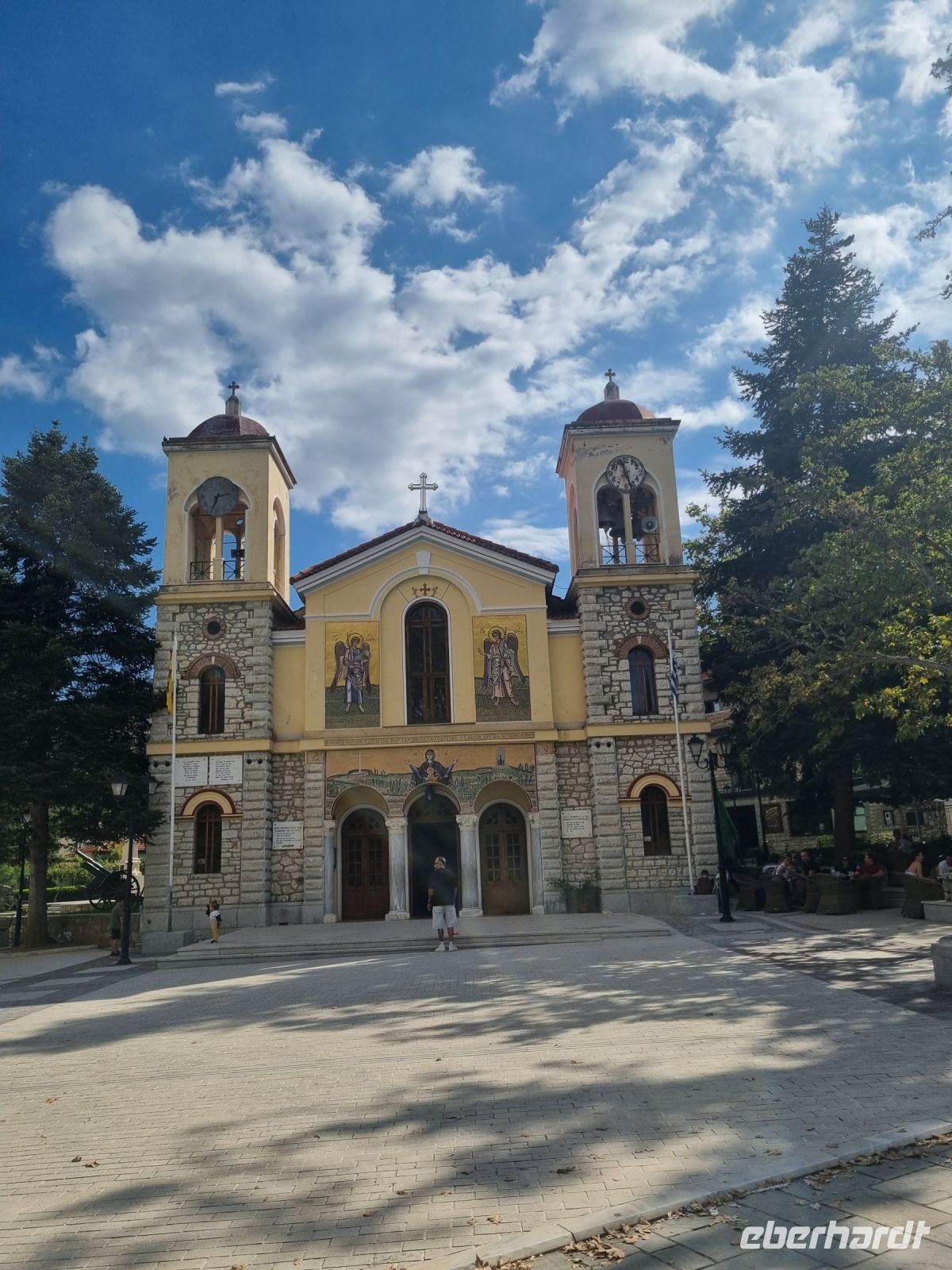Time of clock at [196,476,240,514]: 2:34
